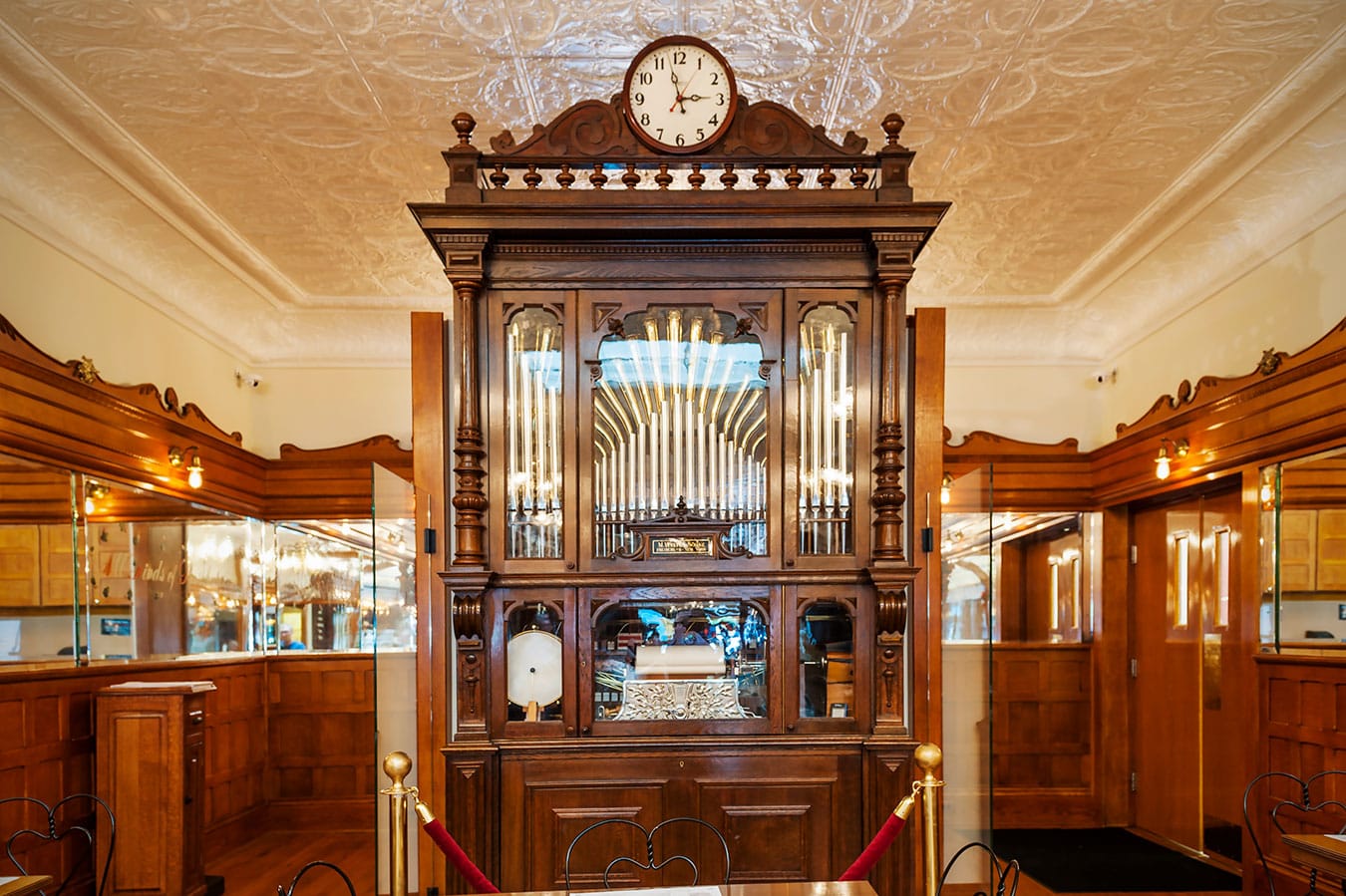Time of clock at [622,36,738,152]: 2:57
